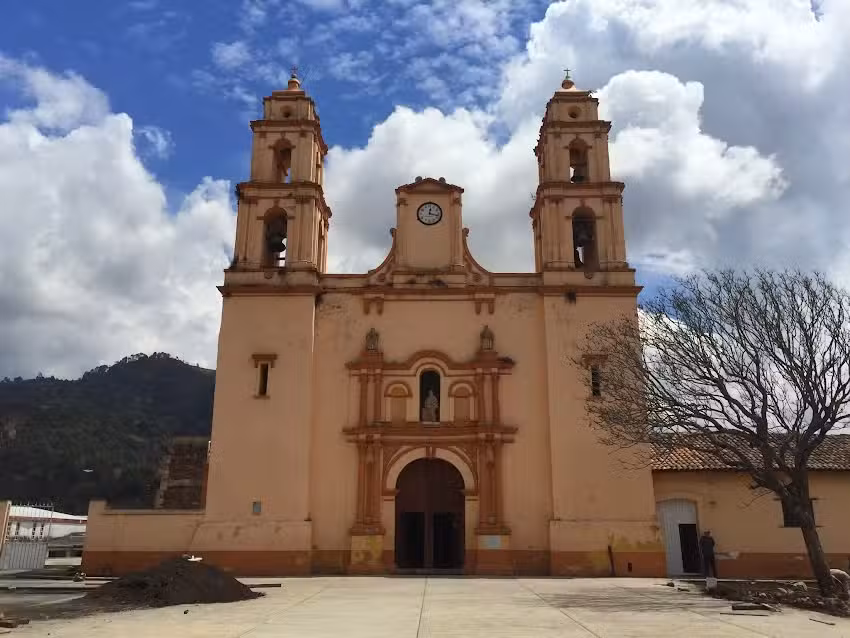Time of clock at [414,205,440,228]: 12:17
